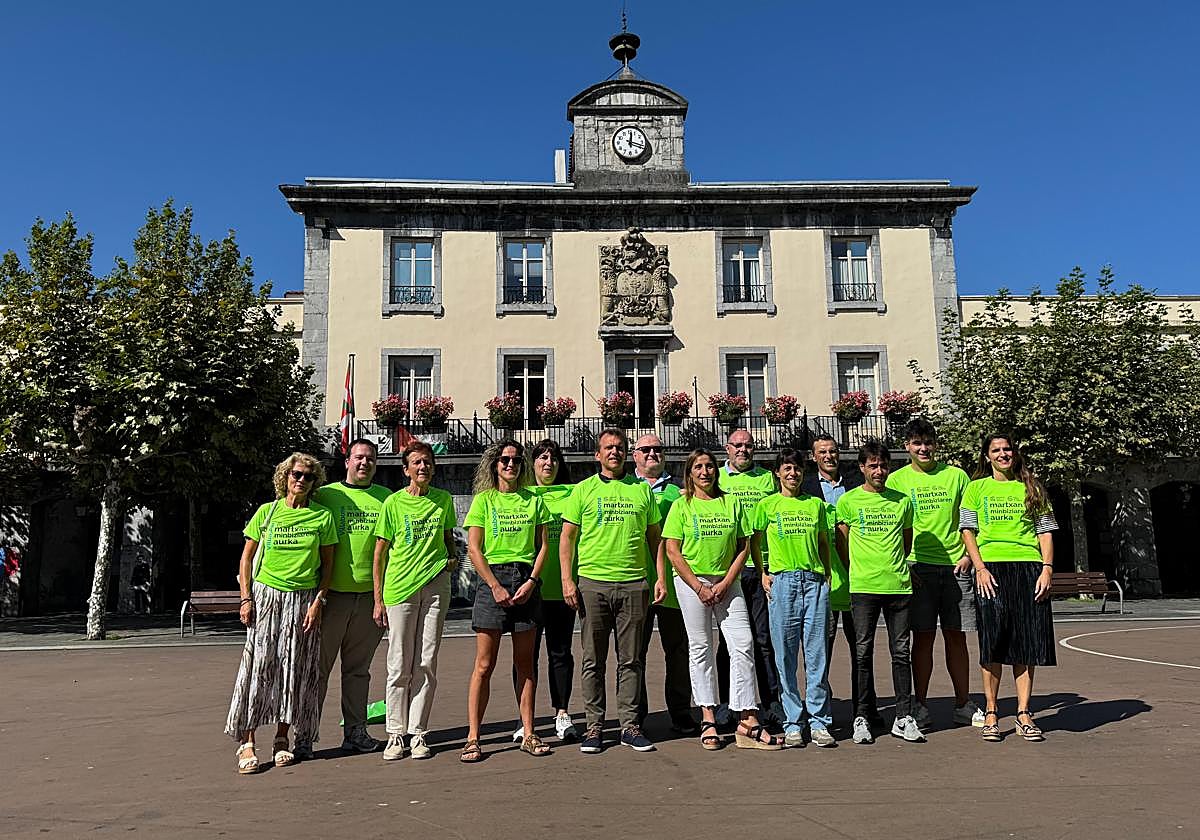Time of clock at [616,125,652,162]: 12:18
